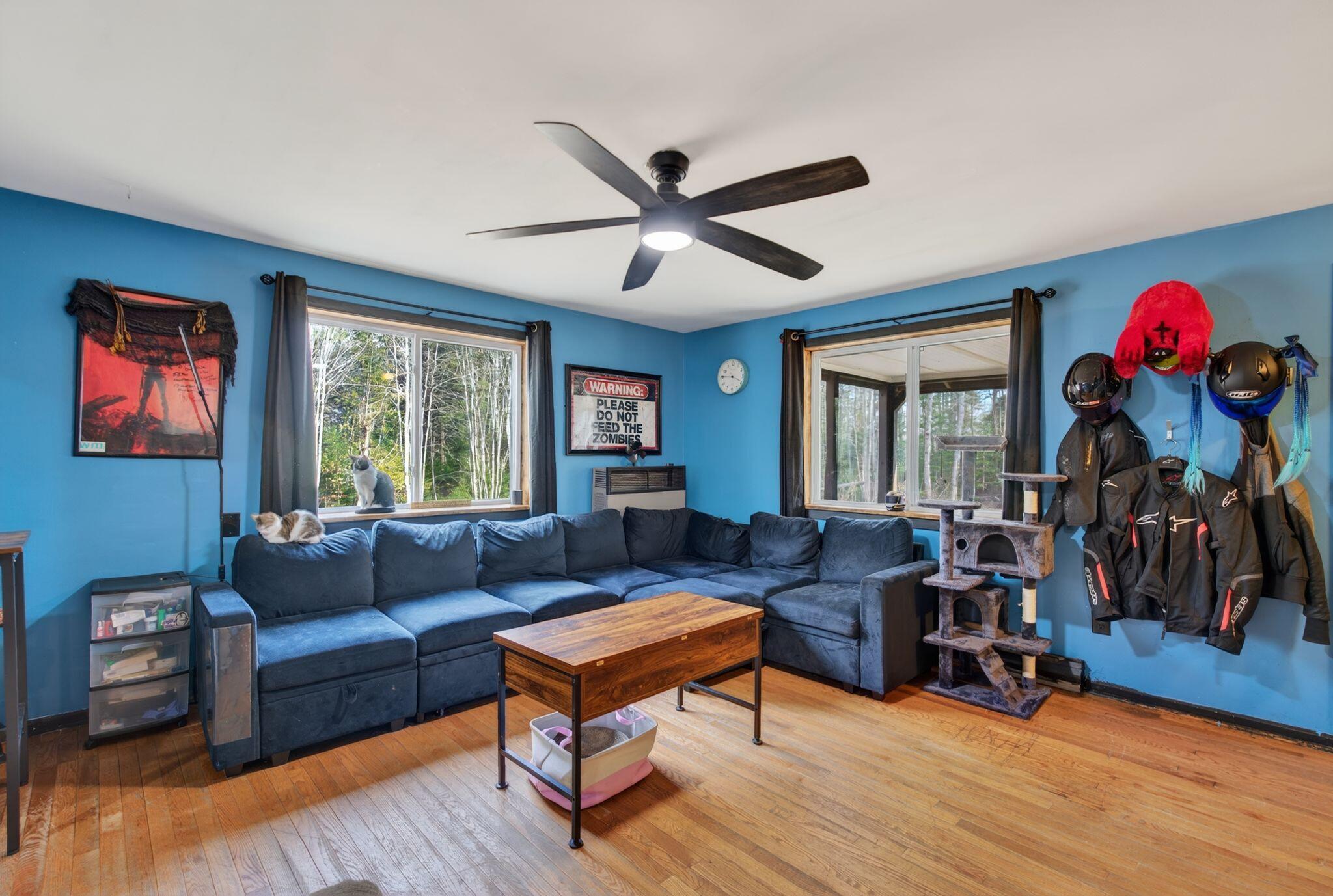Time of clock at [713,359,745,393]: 3:45
